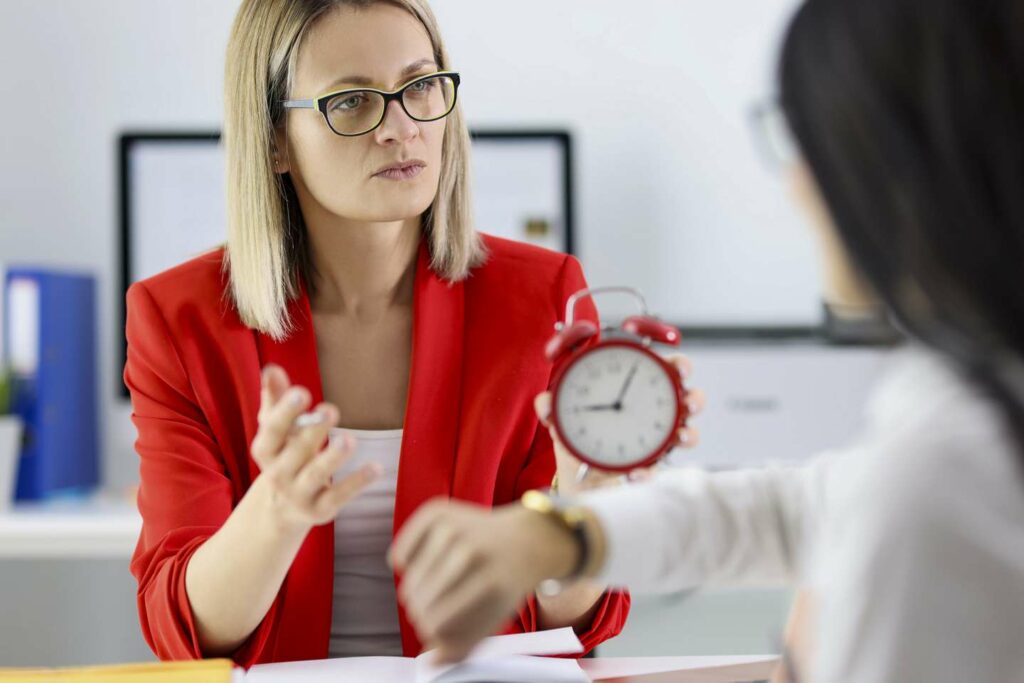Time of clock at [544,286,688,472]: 9:04
